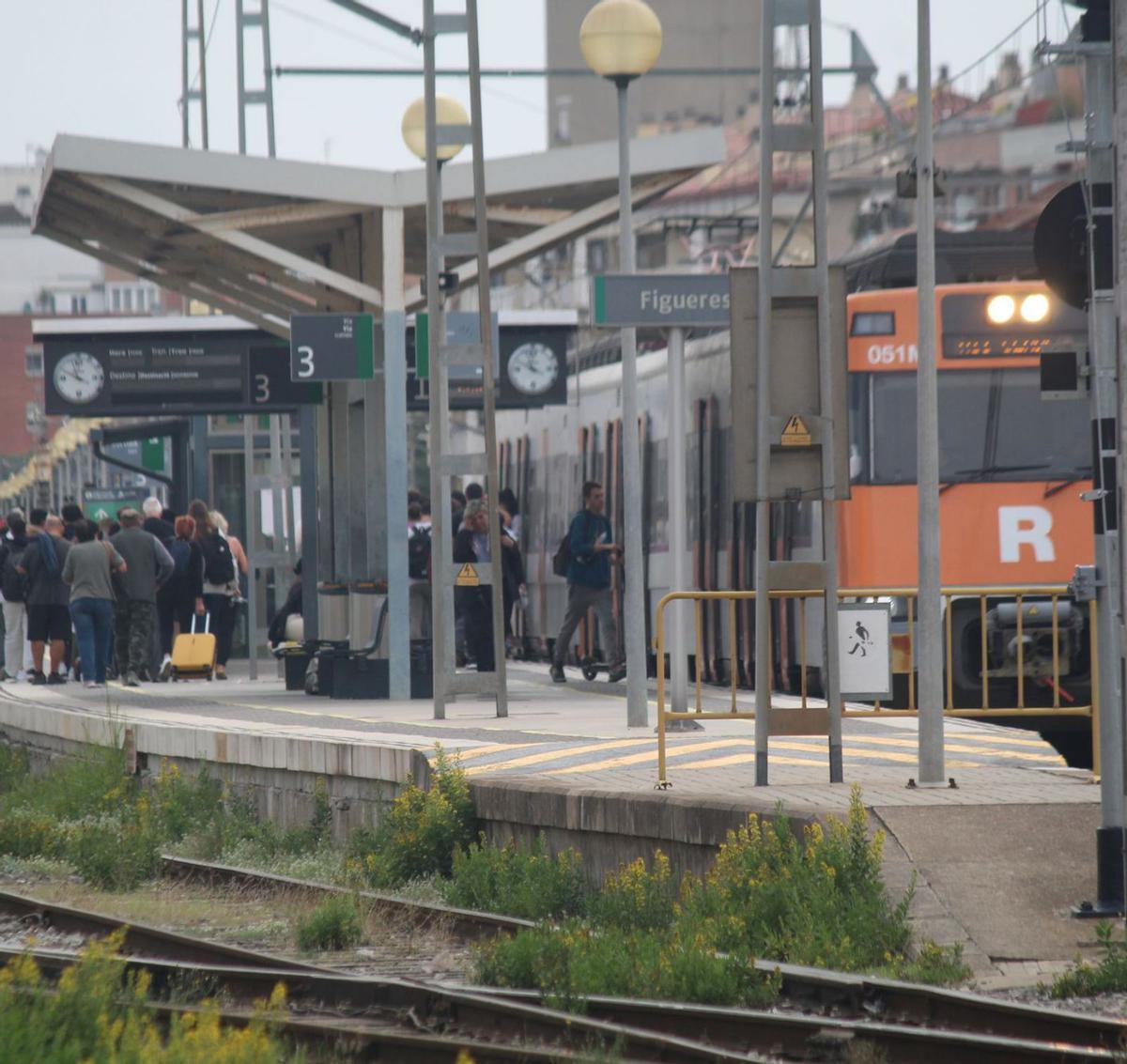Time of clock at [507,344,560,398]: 3:58
